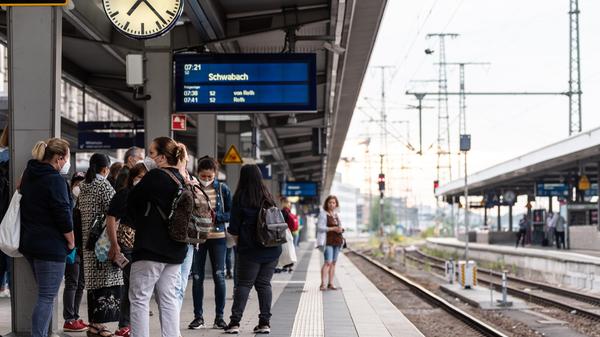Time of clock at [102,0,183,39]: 7:23
